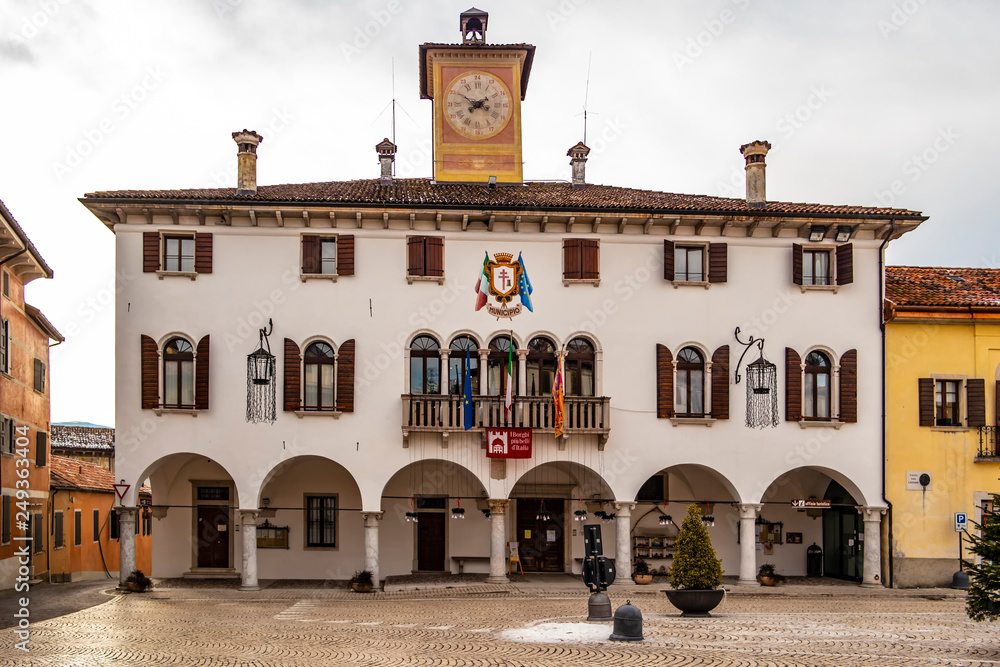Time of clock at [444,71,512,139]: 1:50
